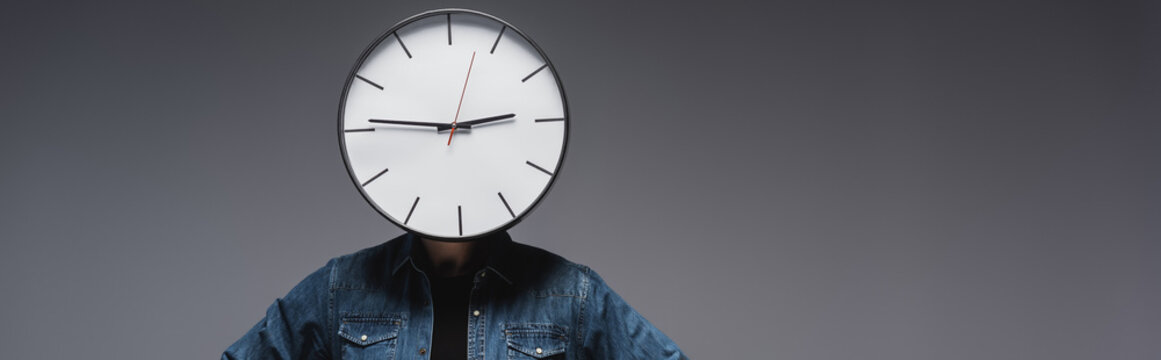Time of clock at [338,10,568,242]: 2:46
